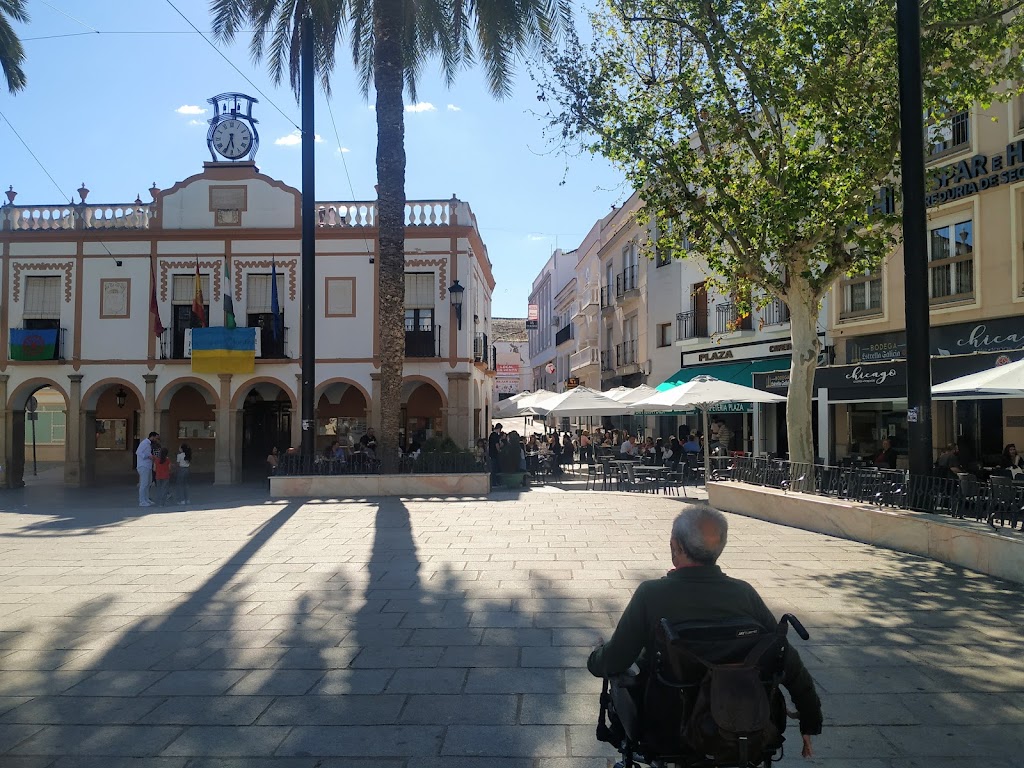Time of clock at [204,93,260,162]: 5:34
